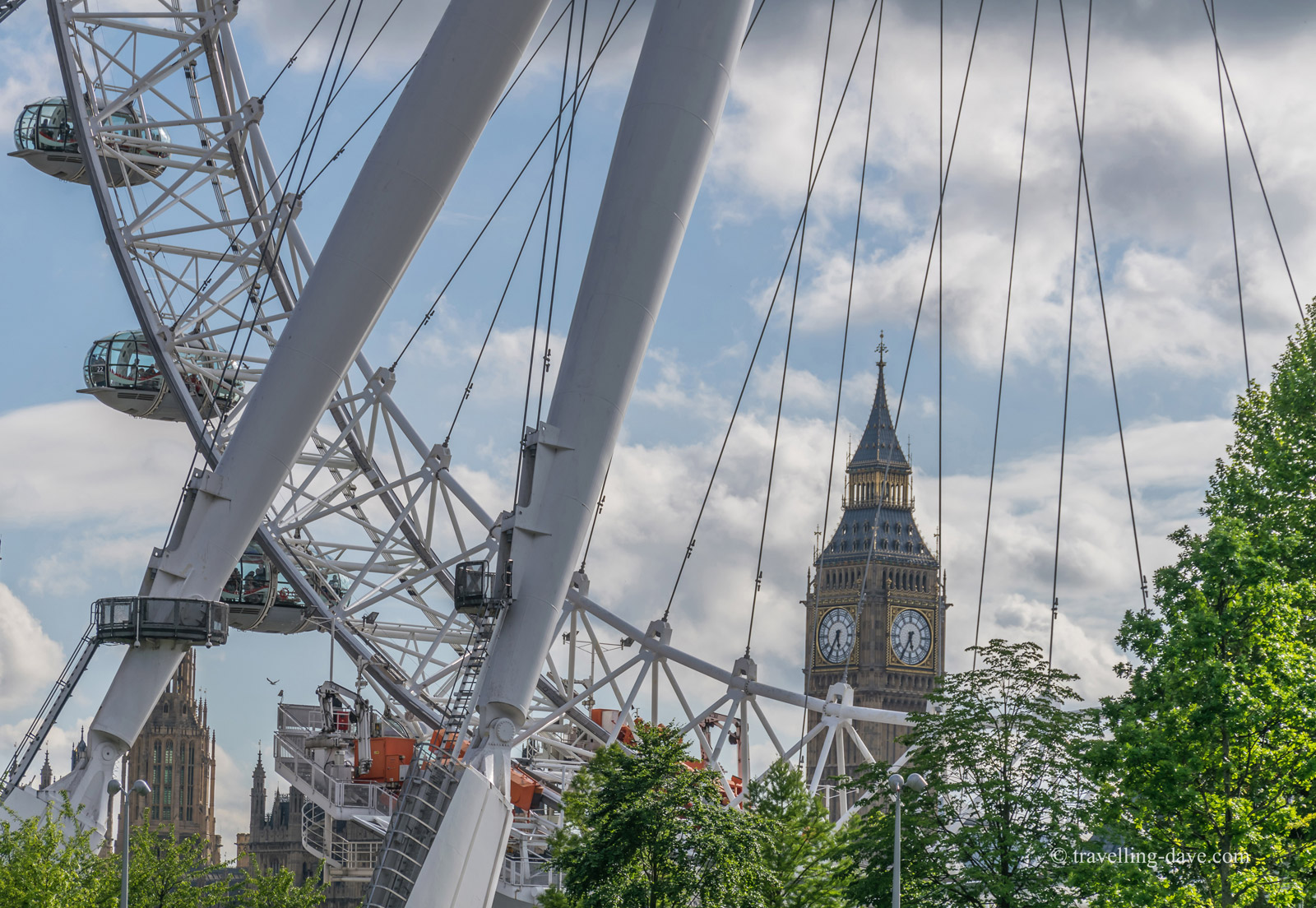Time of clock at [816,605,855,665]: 5:35
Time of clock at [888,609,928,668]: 5:34
